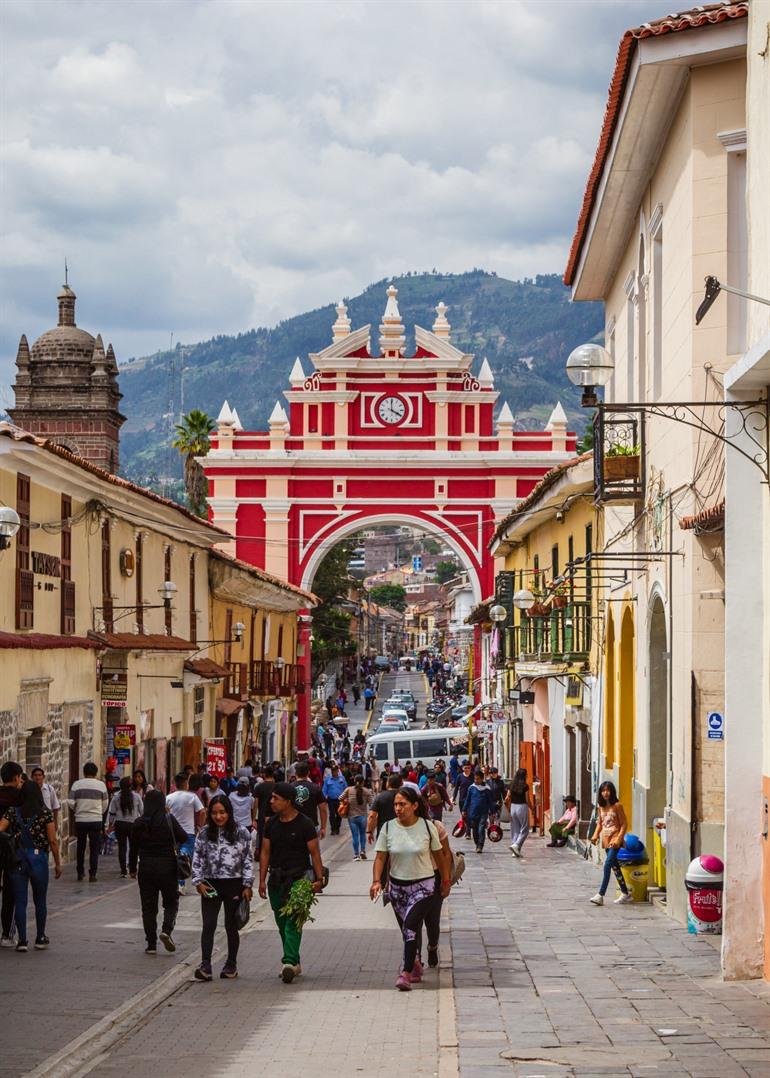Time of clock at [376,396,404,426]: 3:59
